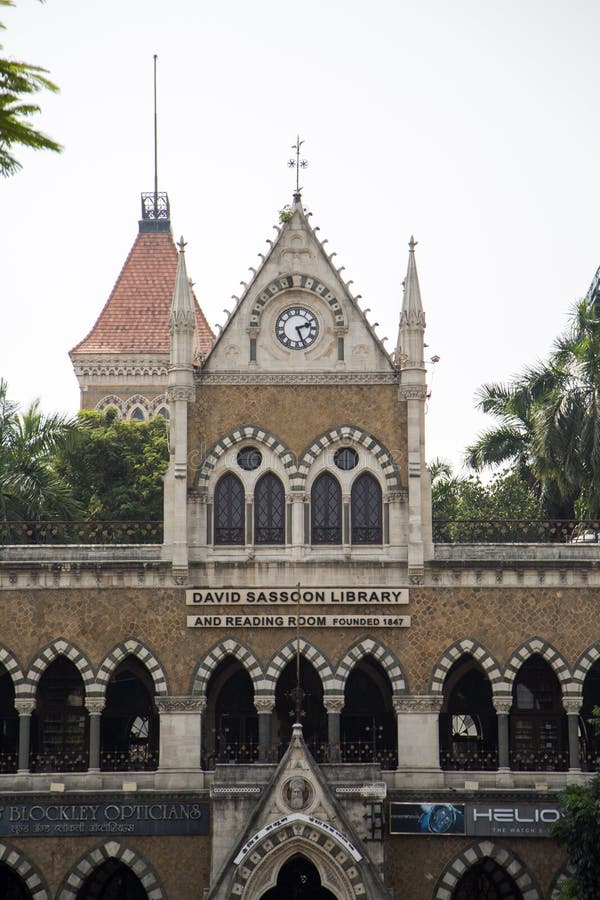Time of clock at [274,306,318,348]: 2:26
